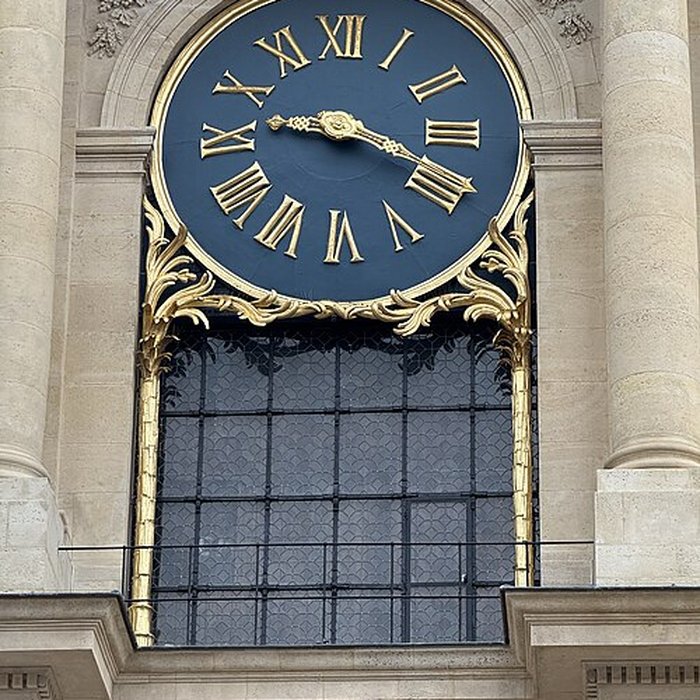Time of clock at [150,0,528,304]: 9:18
